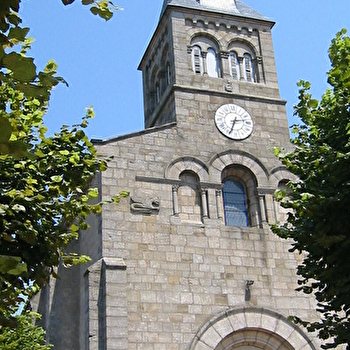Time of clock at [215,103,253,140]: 2:33
